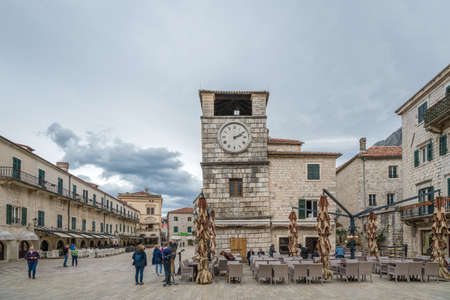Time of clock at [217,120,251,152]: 2:09
